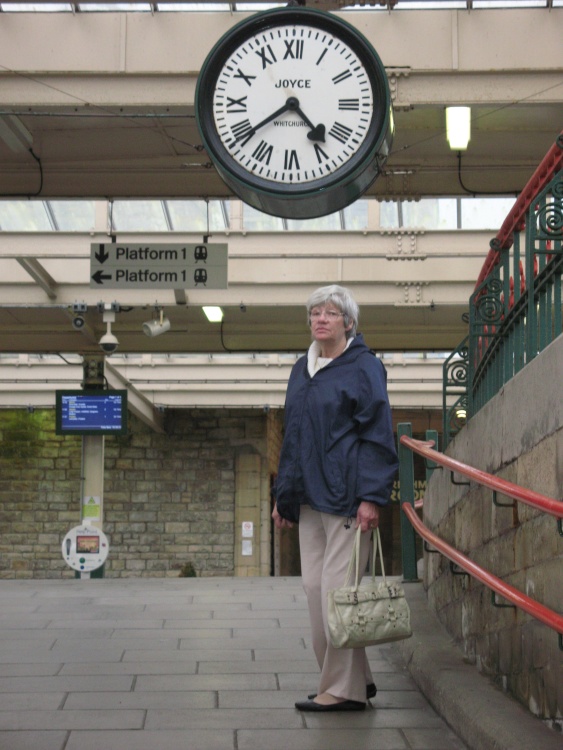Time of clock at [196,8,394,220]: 4:38
